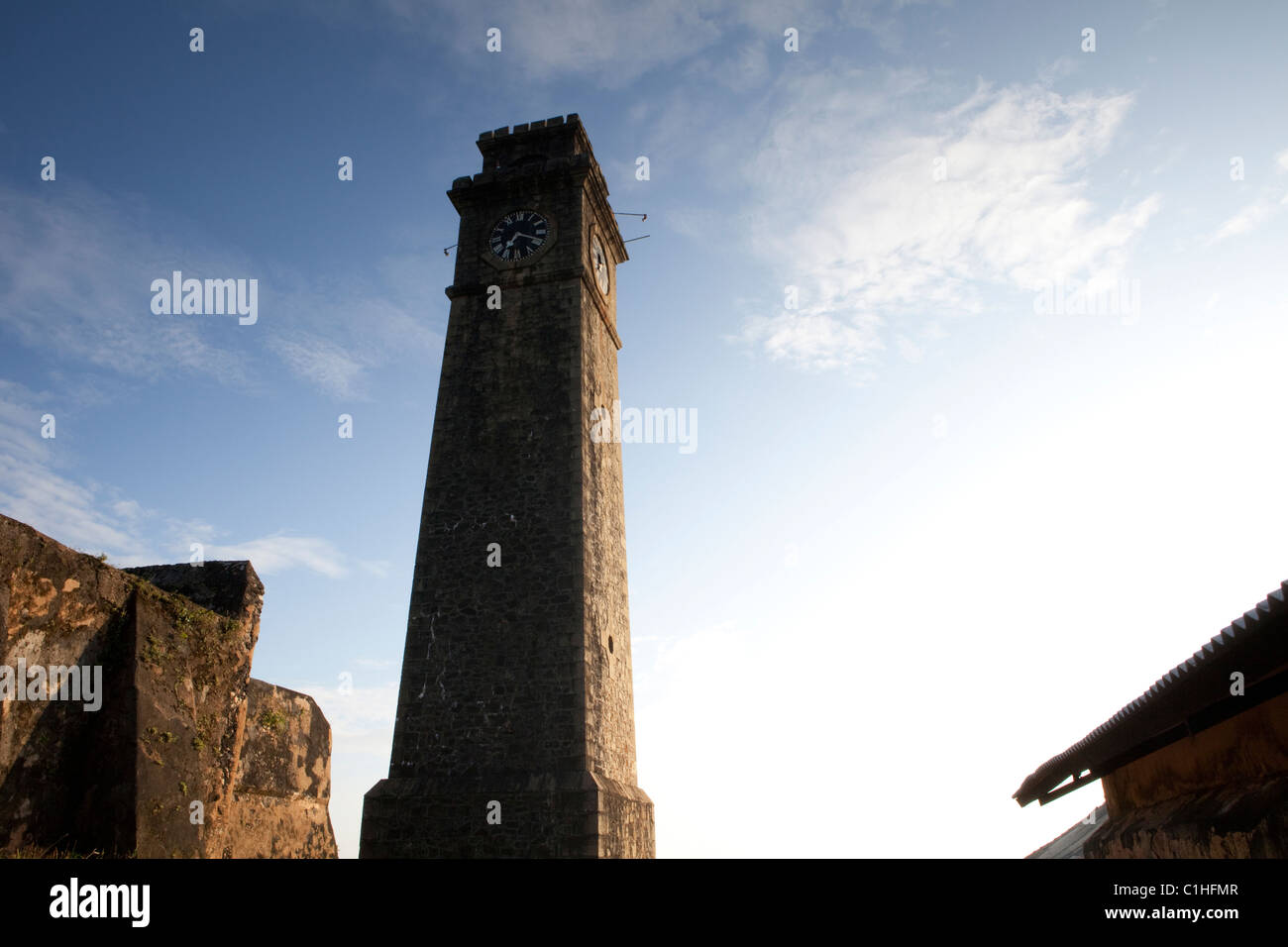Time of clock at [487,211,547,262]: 7:18
